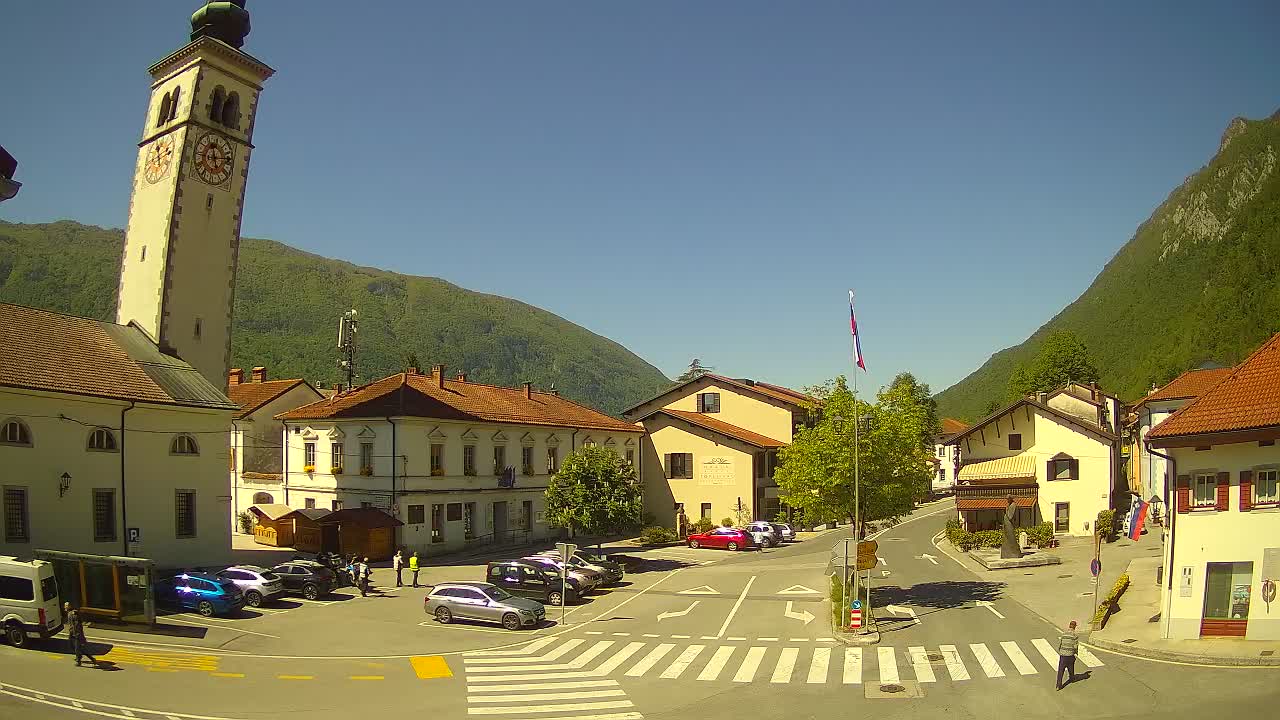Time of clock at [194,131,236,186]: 11:13
